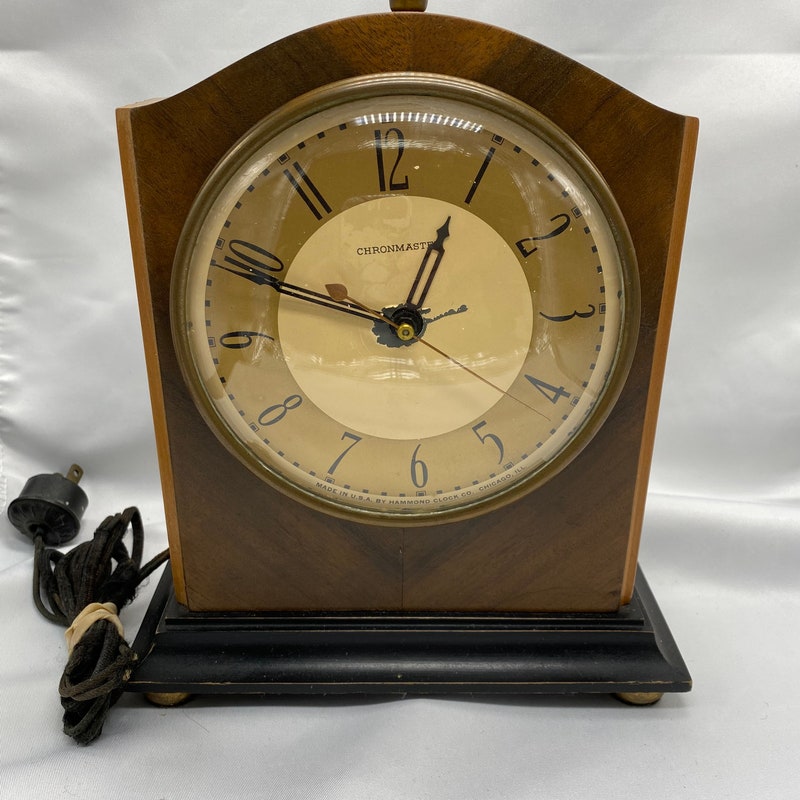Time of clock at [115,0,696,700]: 12:49
